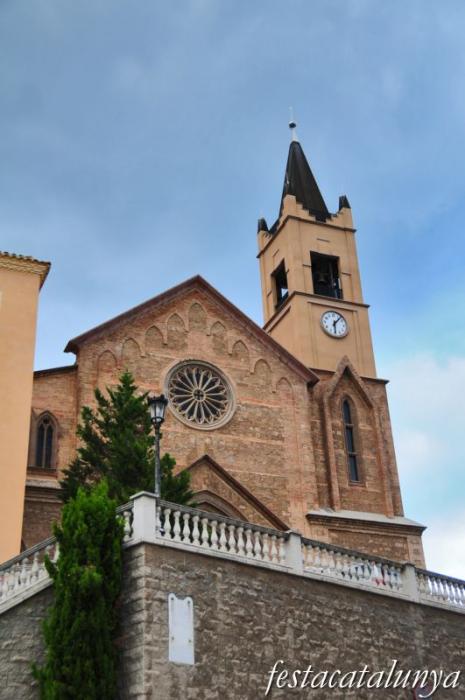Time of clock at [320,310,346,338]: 6:06
